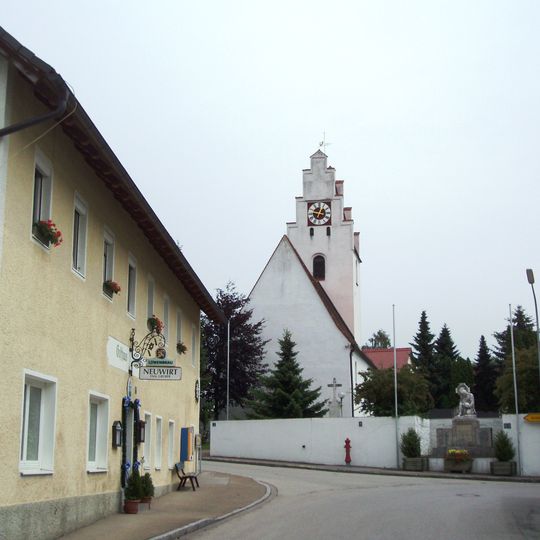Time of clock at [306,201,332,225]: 12:46
